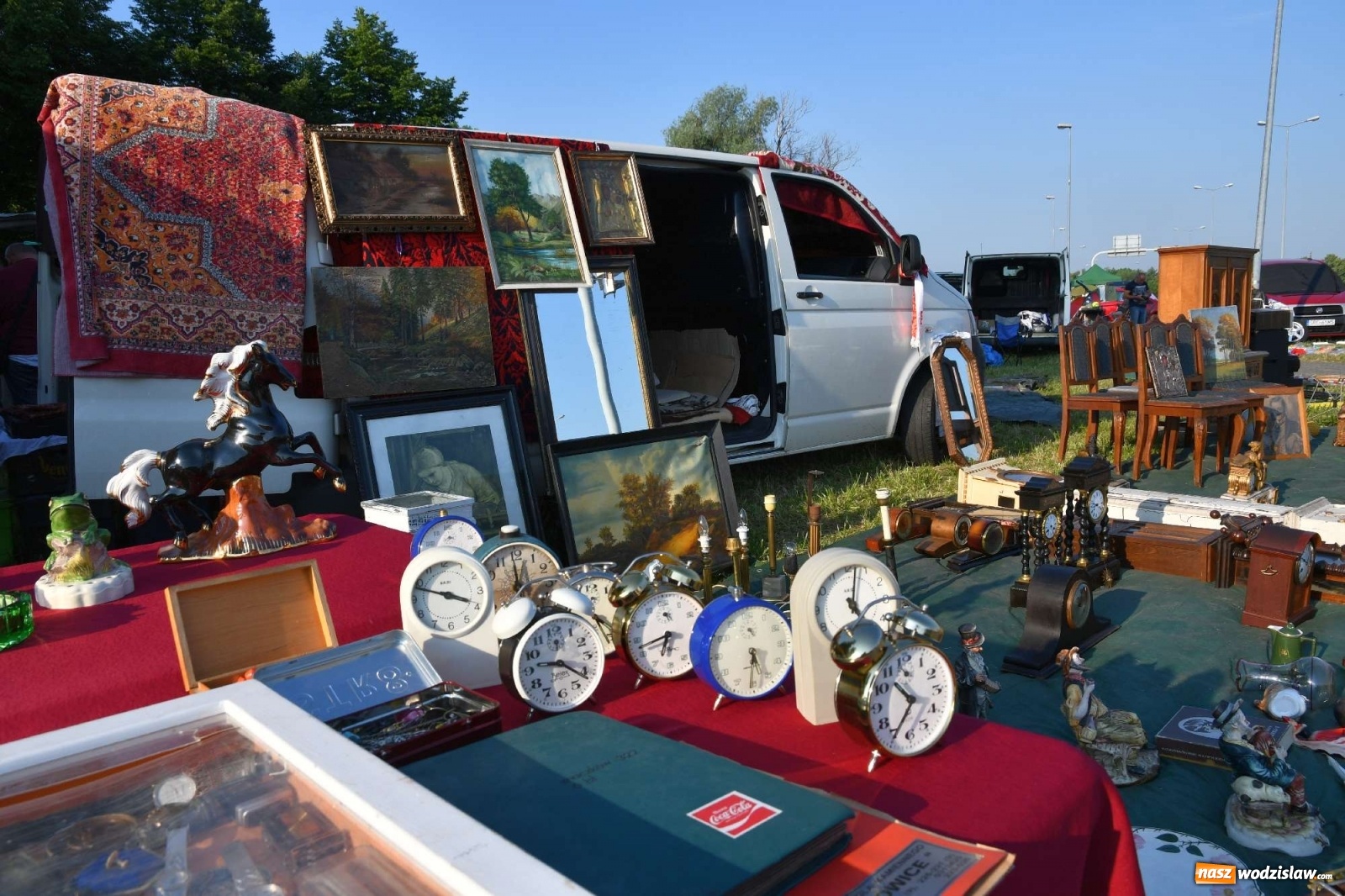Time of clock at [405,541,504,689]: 3:48
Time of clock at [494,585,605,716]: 9:21
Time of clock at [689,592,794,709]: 5:31
